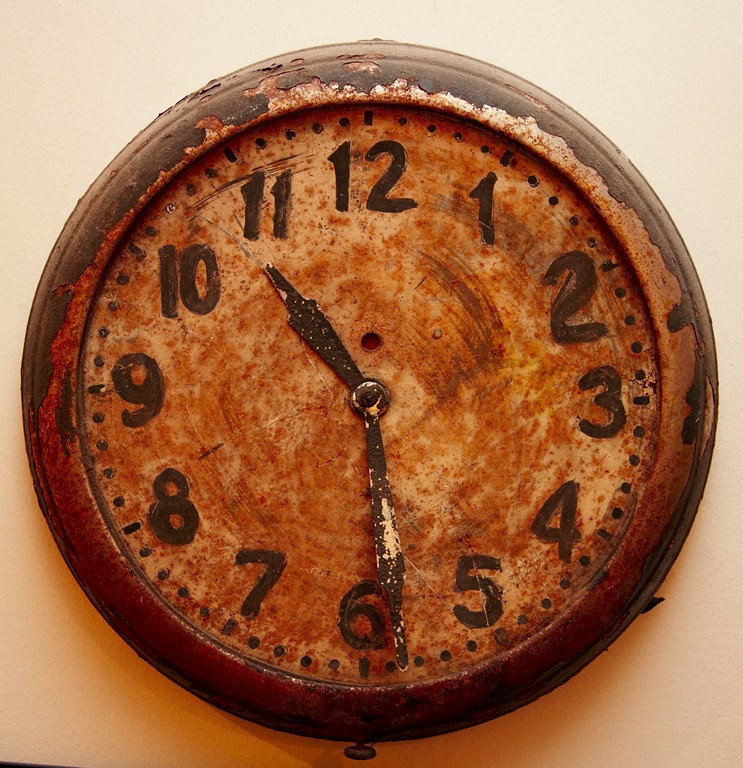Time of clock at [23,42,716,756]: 10:28
